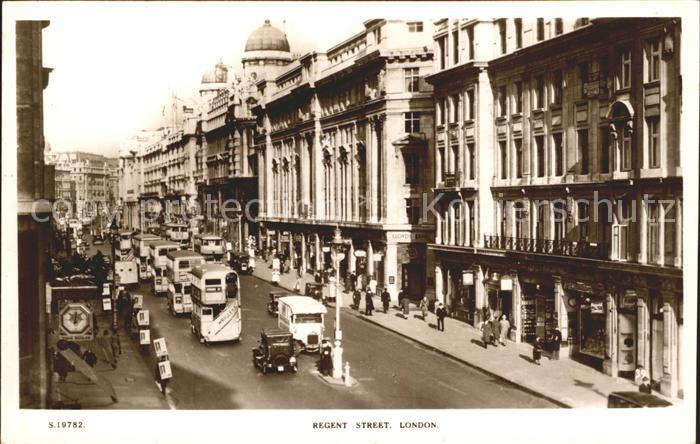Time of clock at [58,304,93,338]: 12:07
